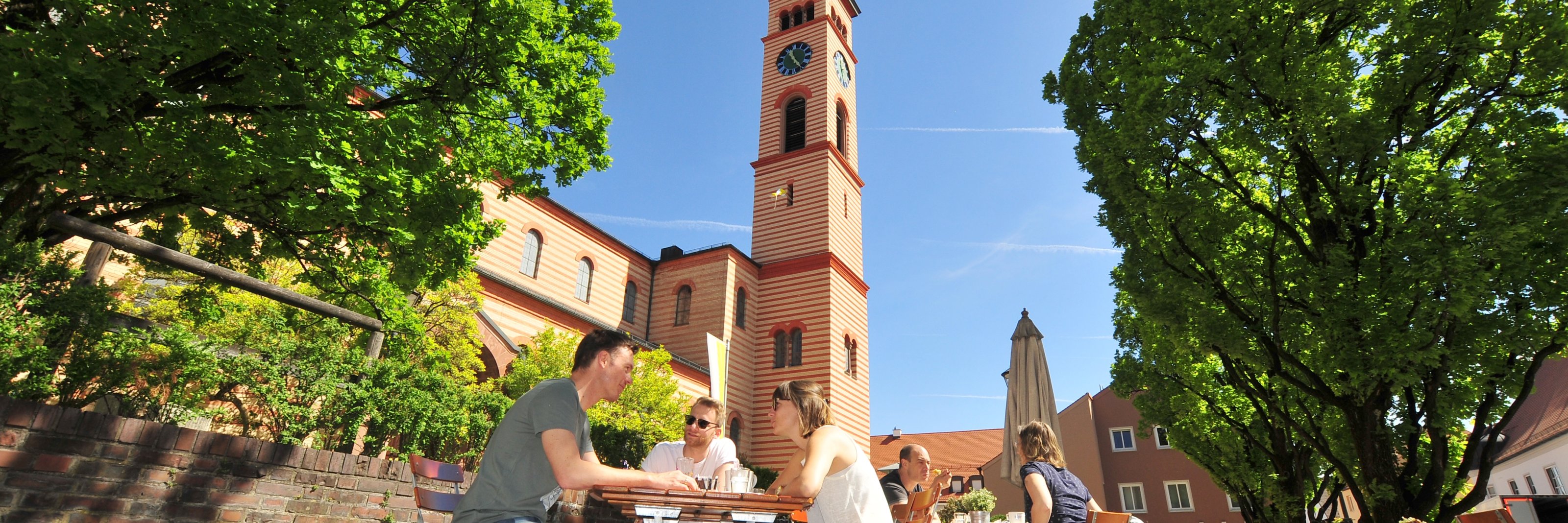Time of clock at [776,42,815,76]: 11:24
